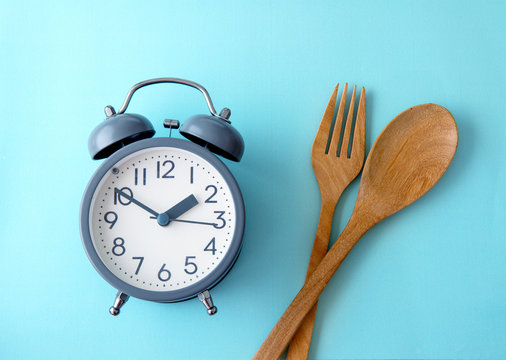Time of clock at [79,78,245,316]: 1:50
